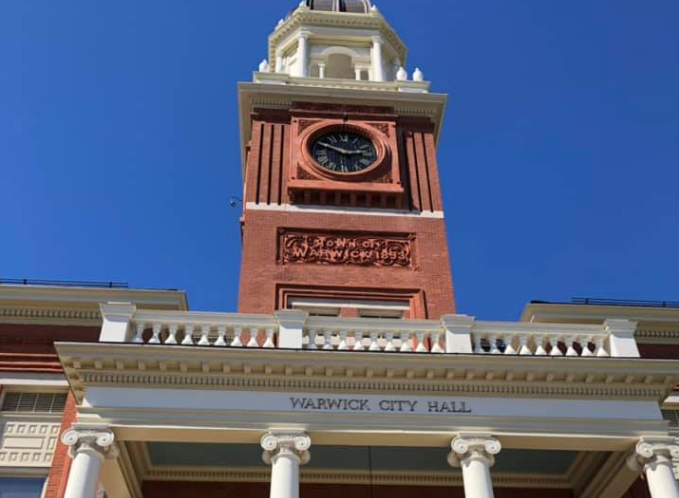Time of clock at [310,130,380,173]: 2:48
